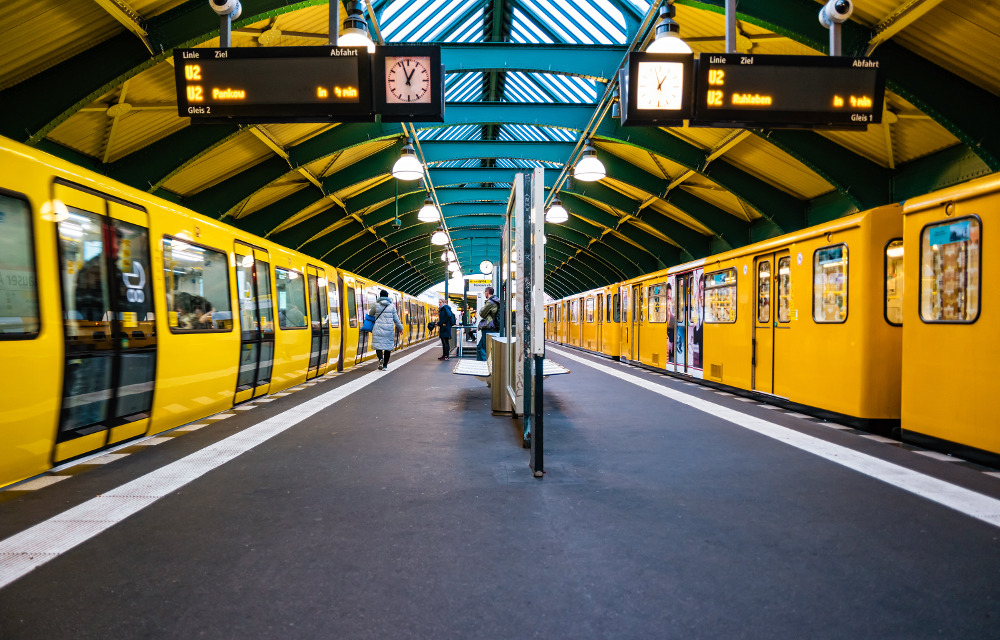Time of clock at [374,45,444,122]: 12:57
